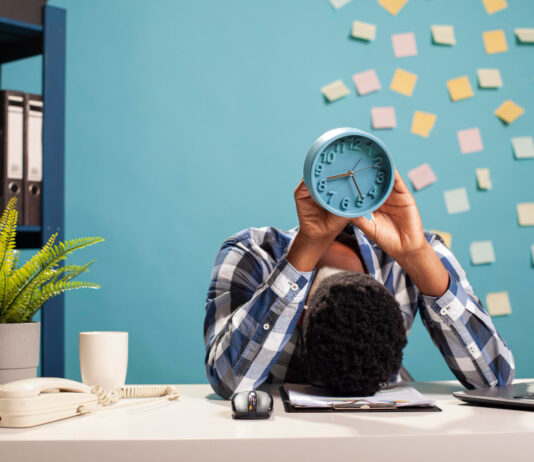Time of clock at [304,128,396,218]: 8:23
